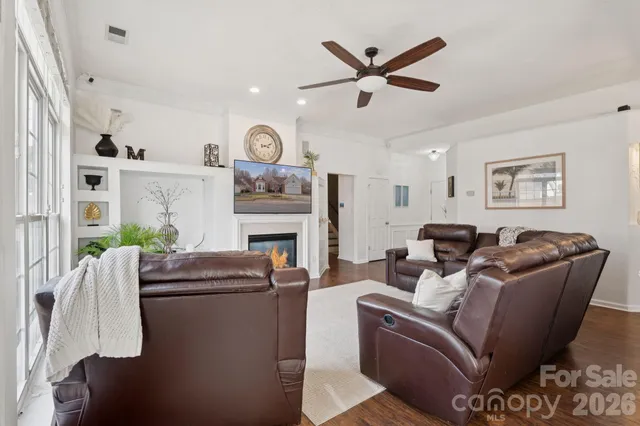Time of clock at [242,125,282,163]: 3:11
